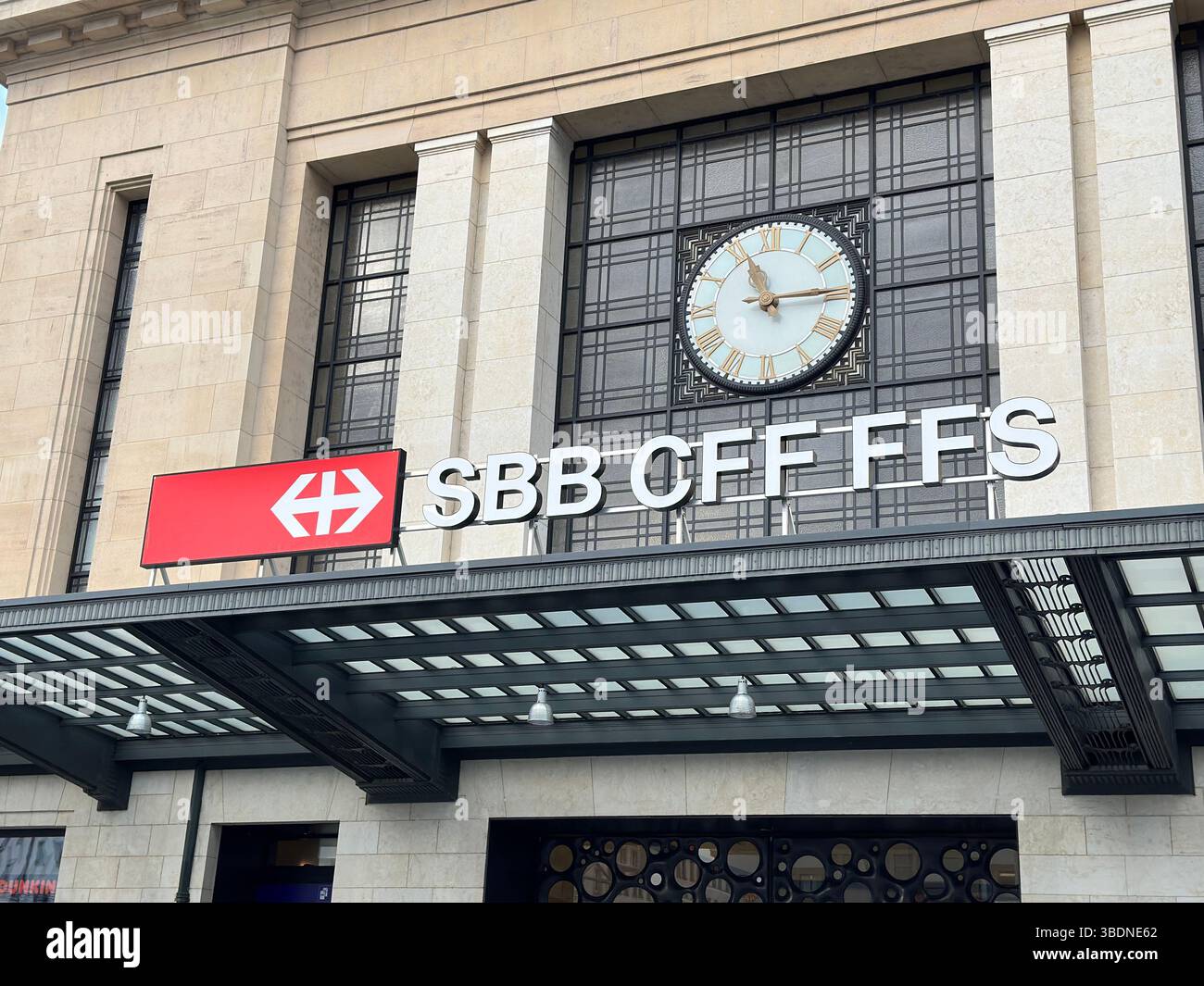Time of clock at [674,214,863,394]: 11:14
